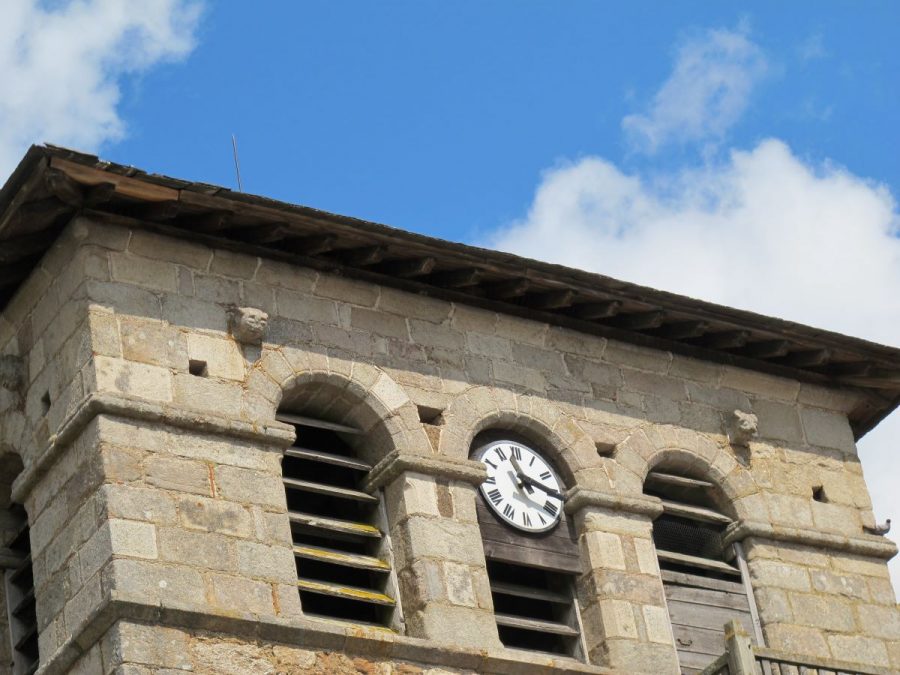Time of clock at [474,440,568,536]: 2:57
